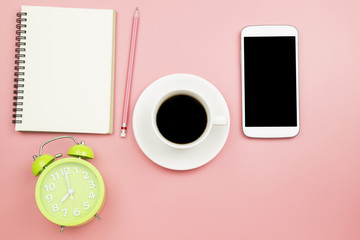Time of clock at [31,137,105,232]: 8:00
